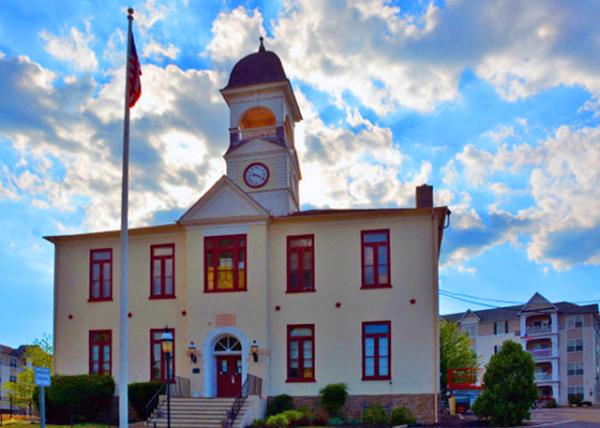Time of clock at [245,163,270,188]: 9:20
